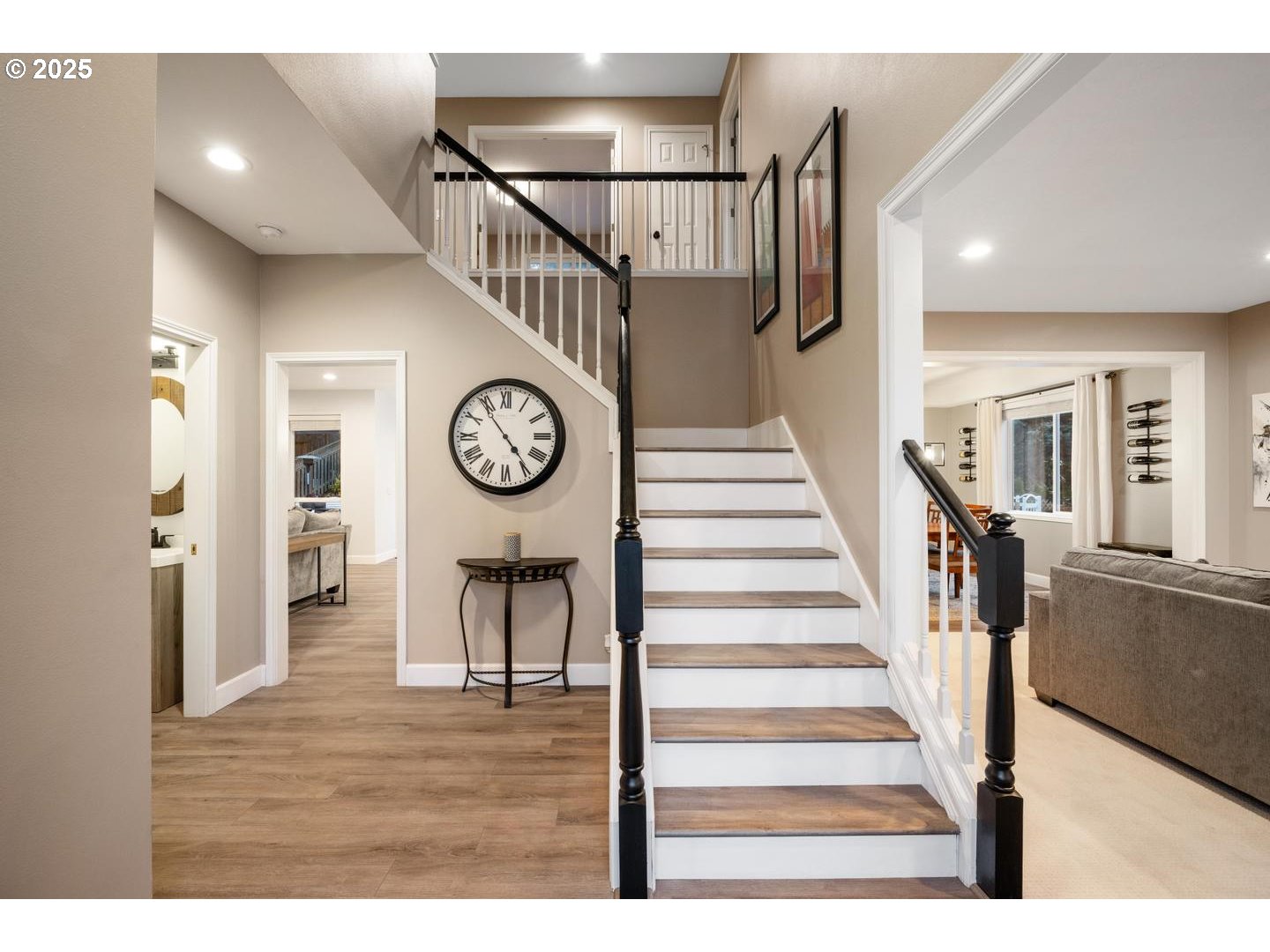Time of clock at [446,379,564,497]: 4:53
